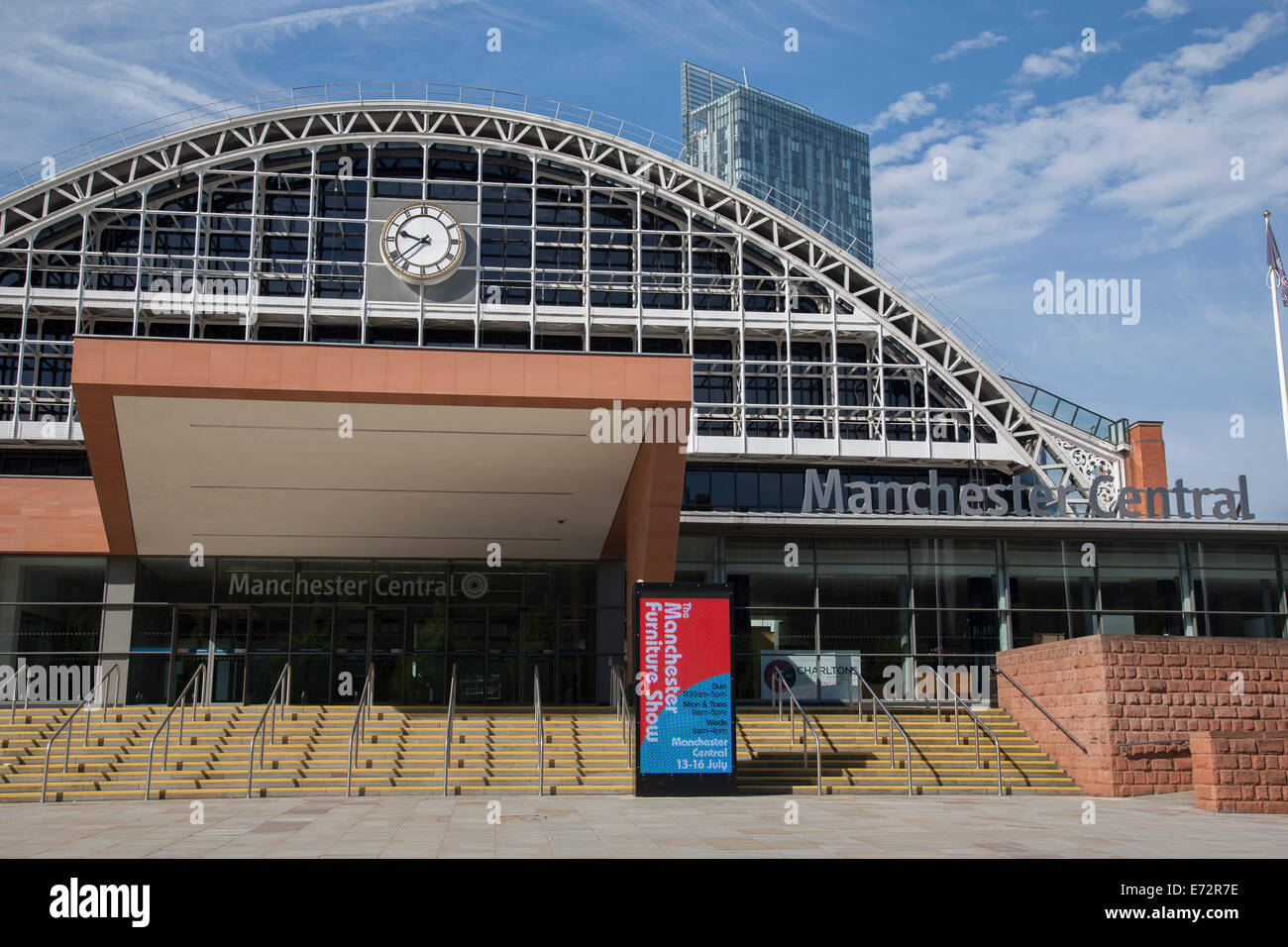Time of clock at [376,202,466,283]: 9:38
